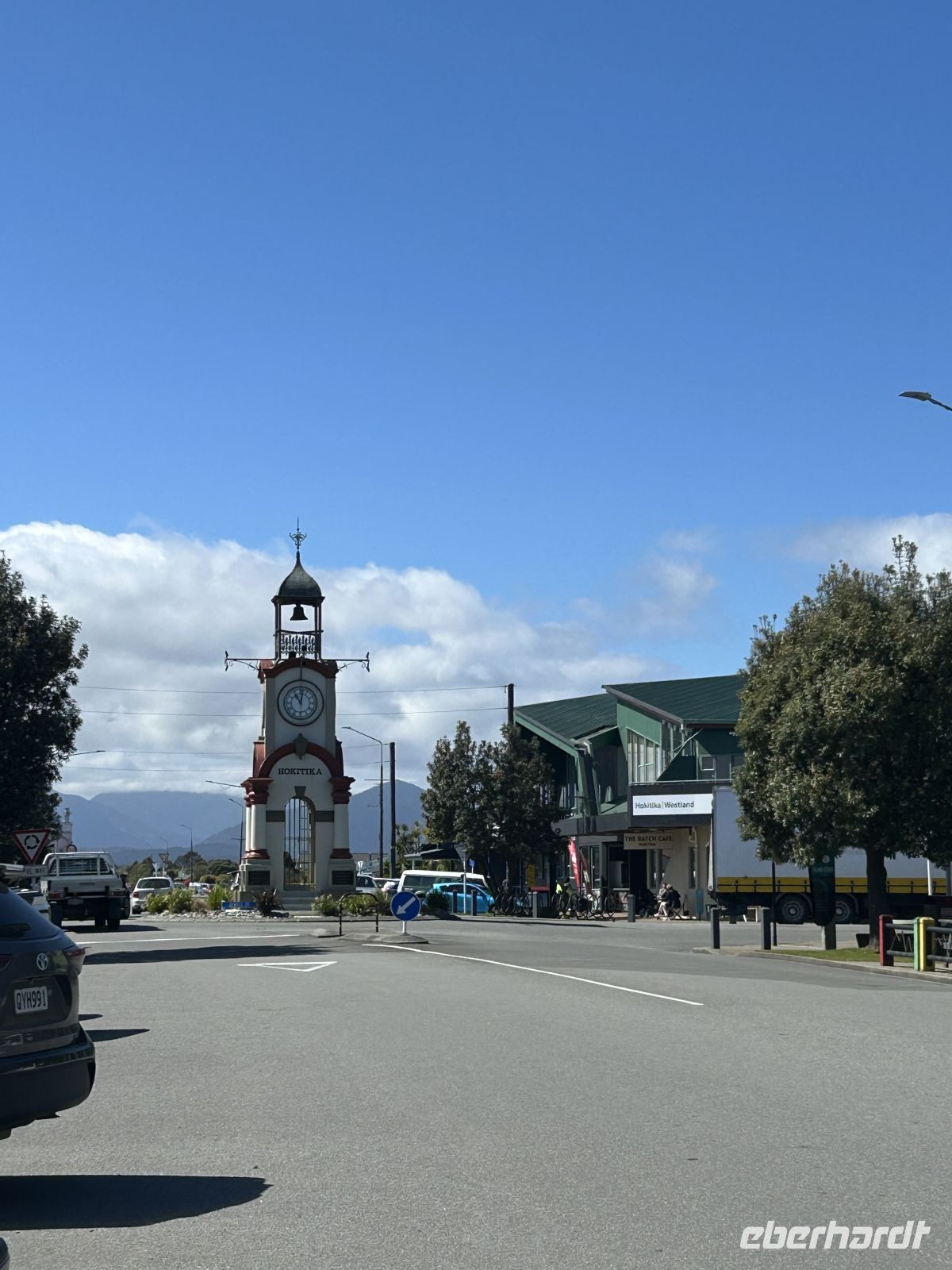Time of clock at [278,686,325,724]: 11:02
